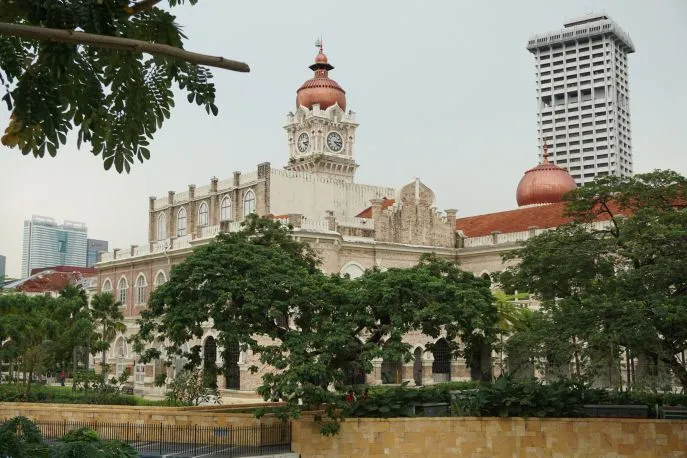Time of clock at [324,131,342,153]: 4:14
